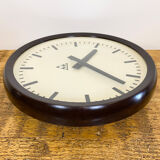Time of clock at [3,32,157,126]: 1:22
